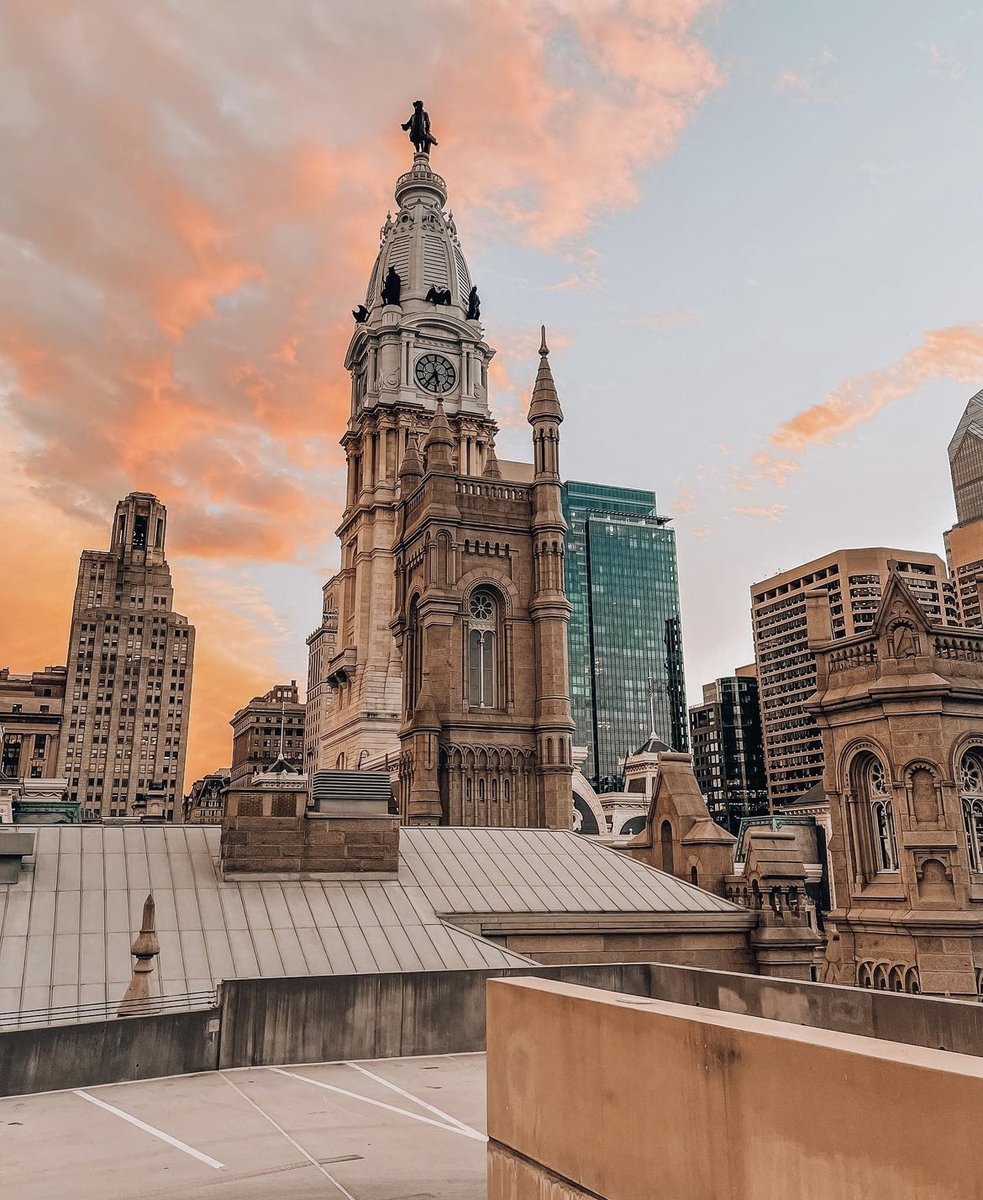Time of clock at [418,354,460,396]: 5:36
